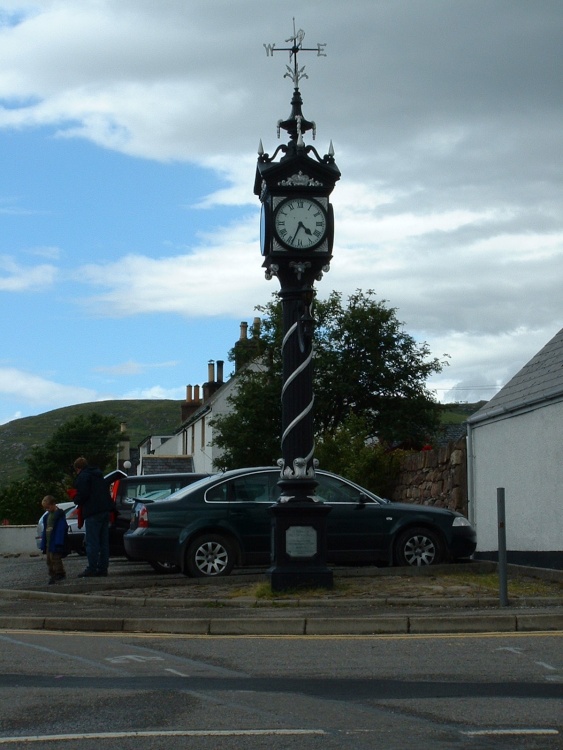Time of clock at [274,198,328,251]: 4:33
